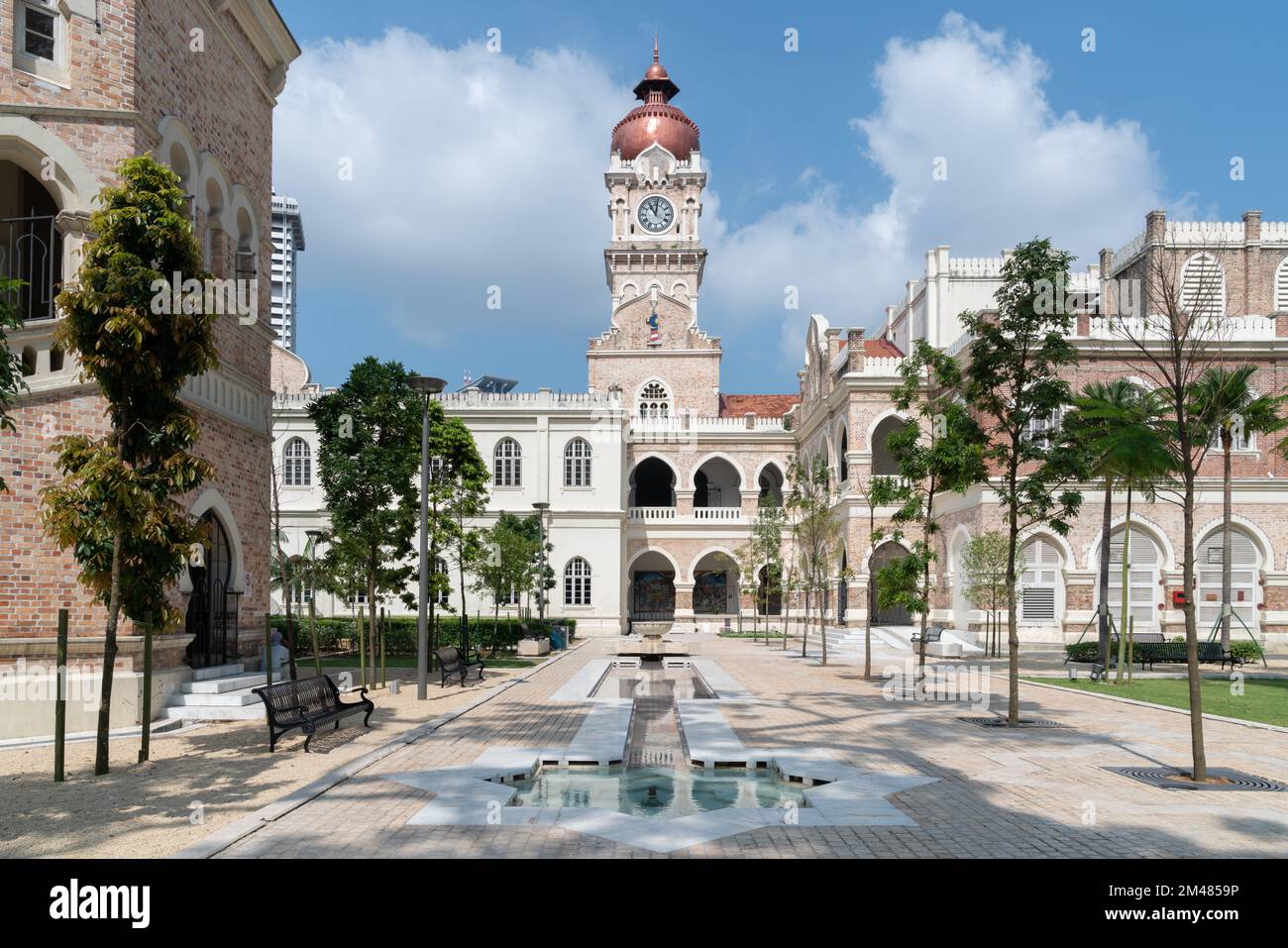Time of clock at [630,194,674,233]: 11:01
